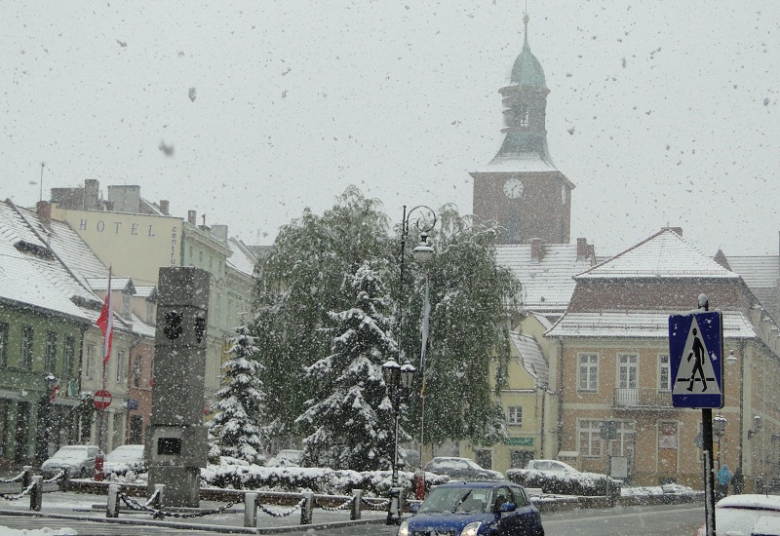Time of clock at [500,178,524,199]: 1:31
